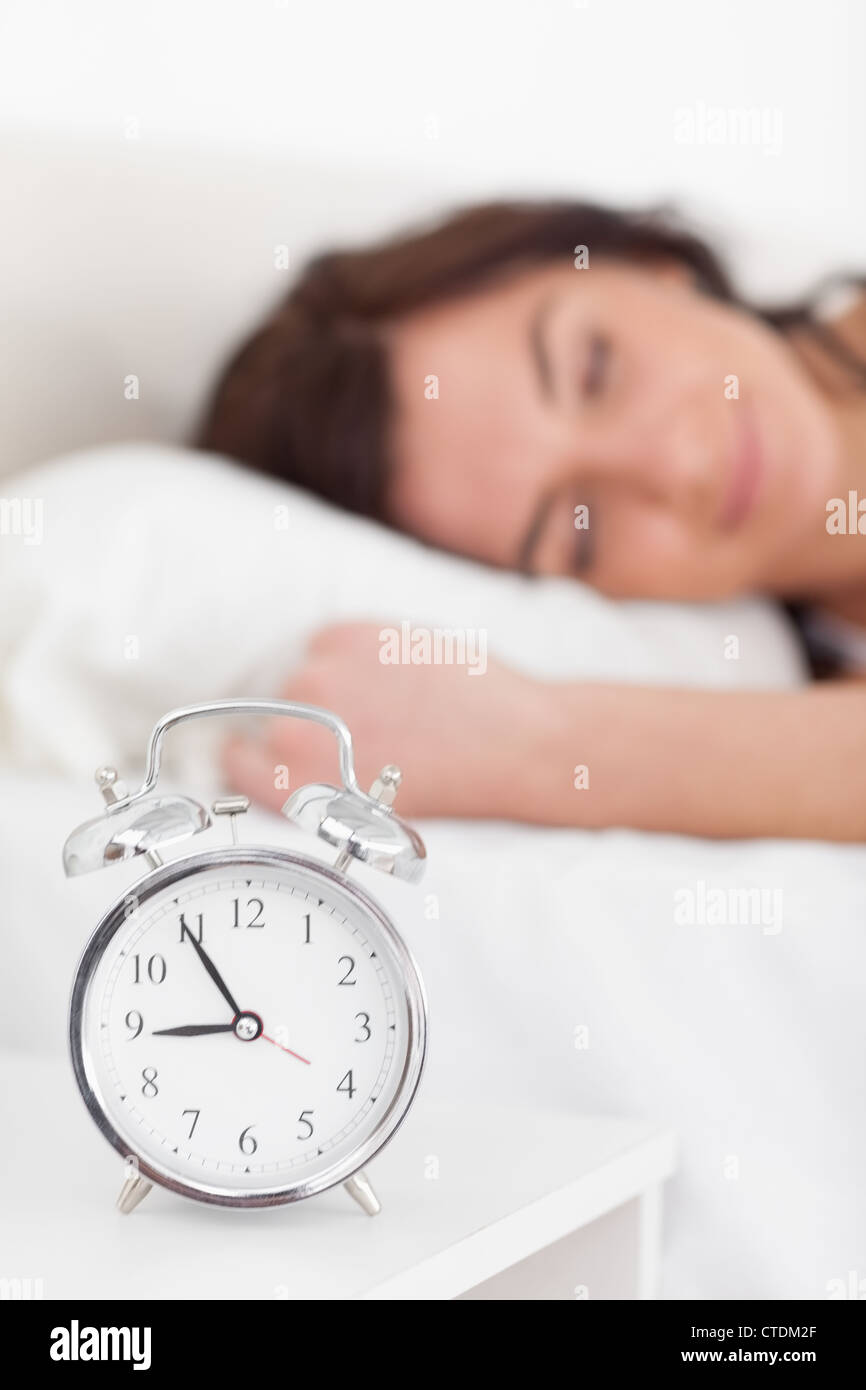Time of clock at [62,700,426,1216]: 8:54
